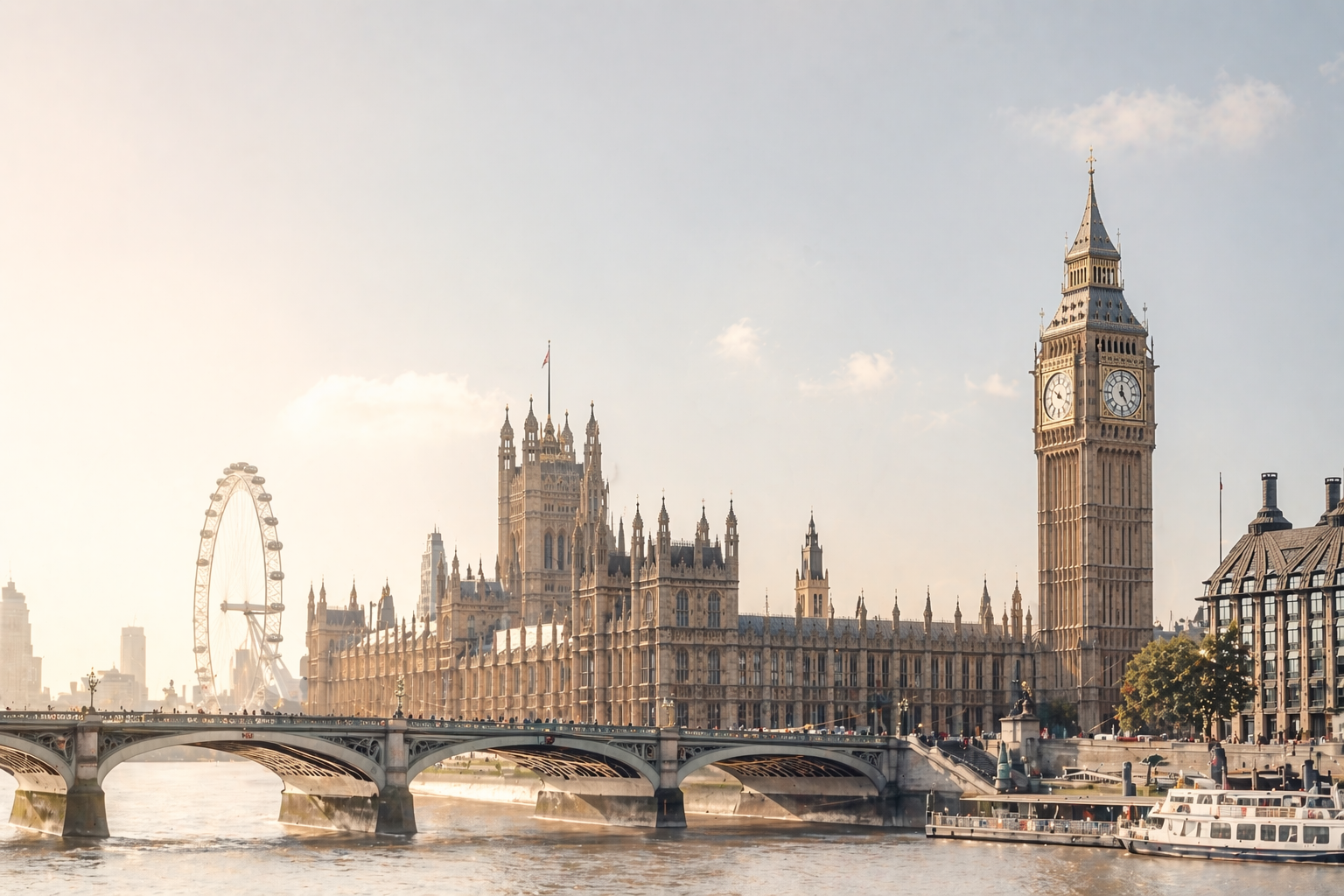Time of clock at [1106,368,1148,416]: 12:24
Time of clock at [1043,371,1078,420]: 3:50
